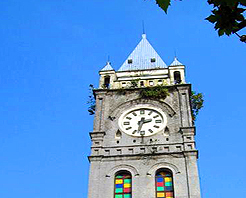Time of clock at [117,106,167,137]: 2:32
